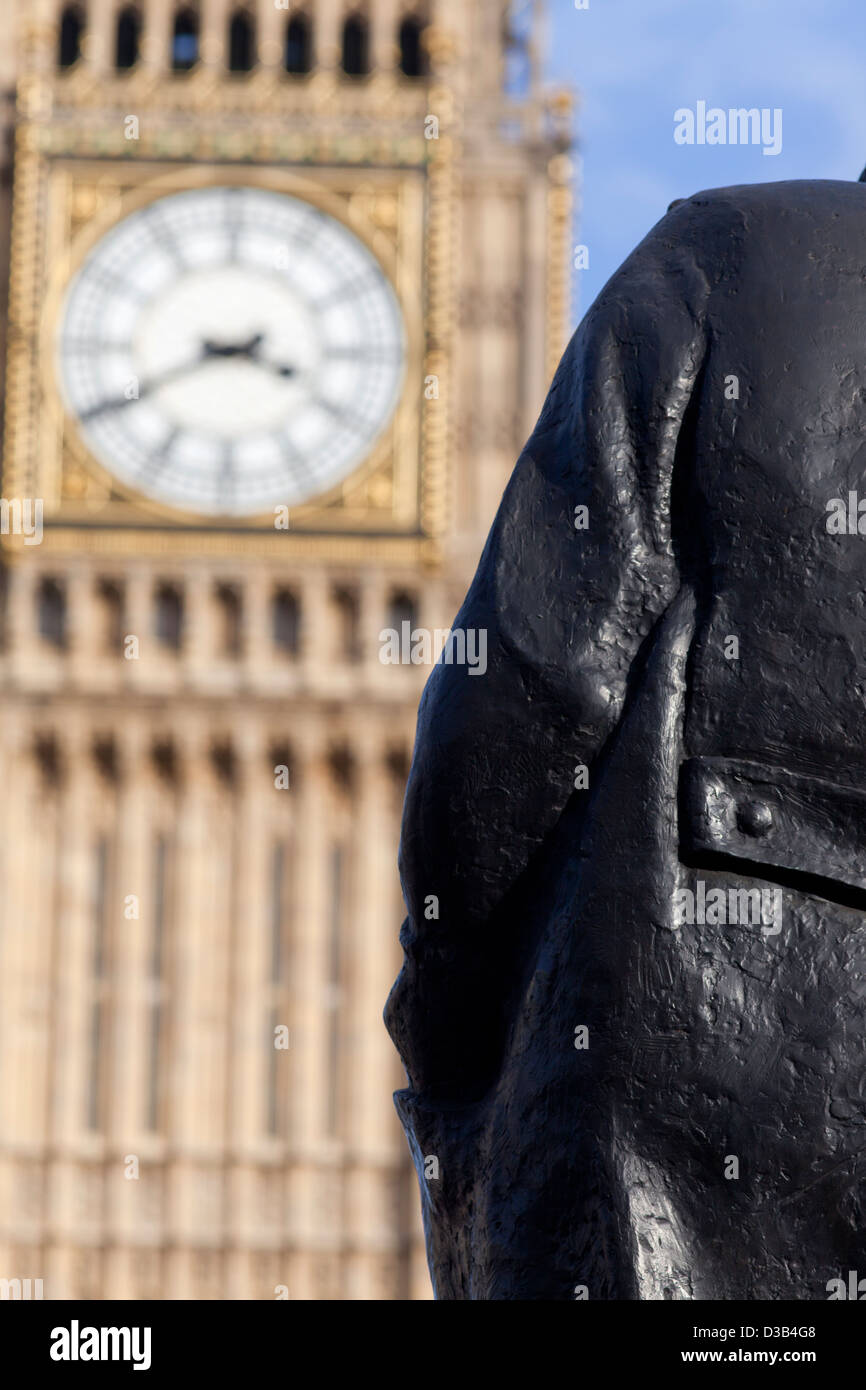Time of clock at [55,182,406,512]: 3:40
